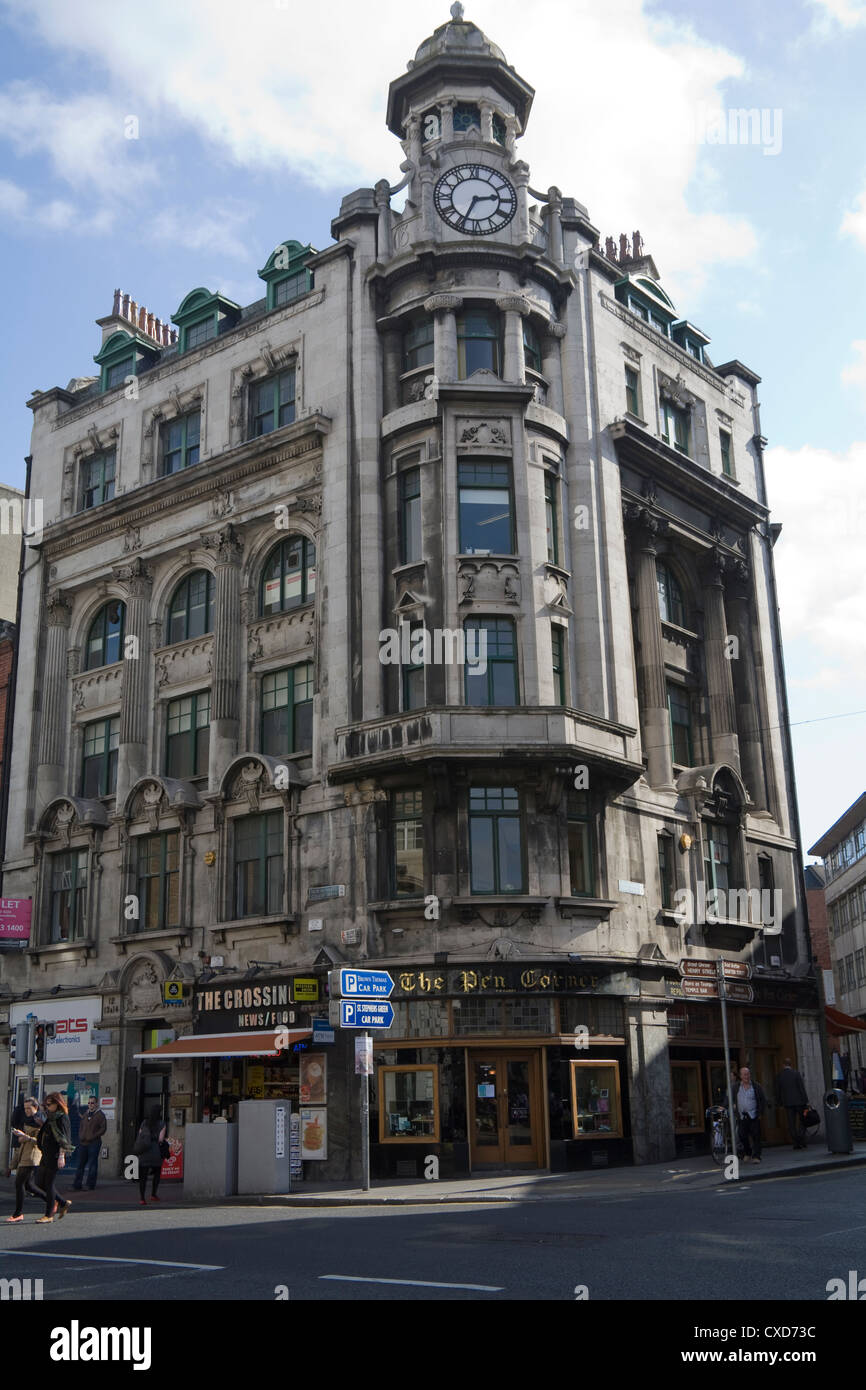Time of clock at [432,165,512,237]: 2:34
